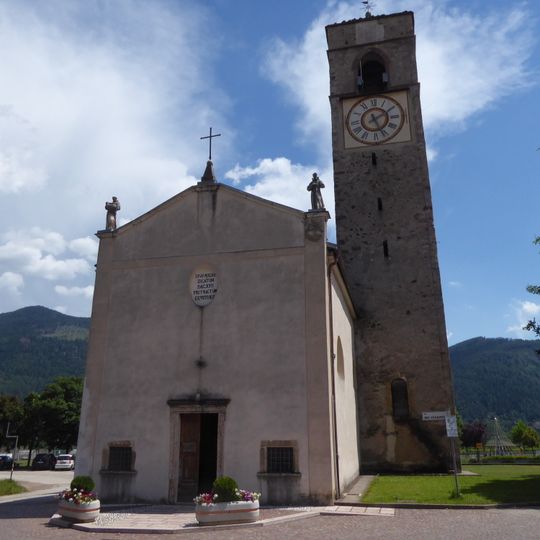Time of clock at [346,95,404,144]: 2:26
